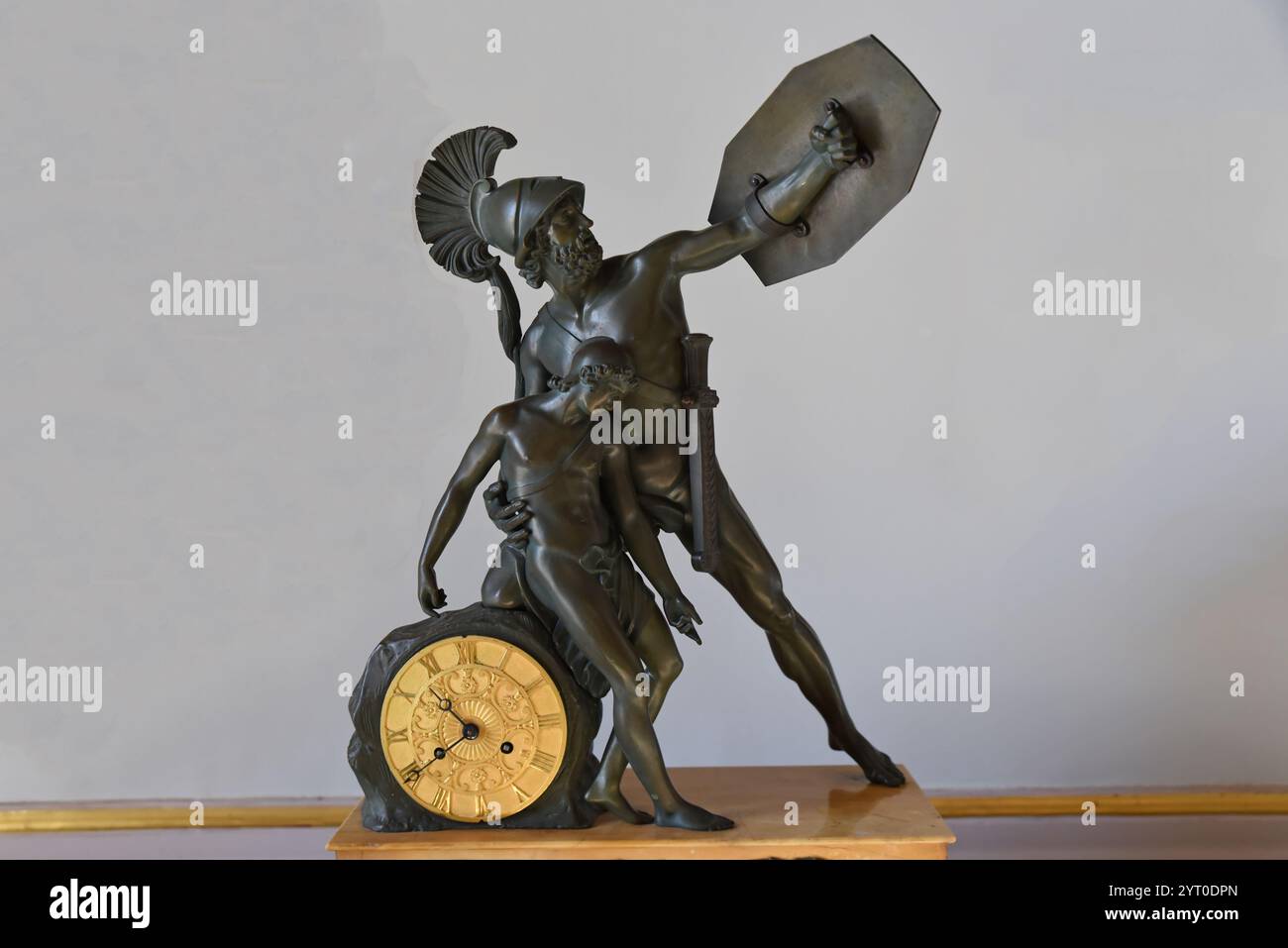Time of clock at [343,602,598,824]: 10:39
